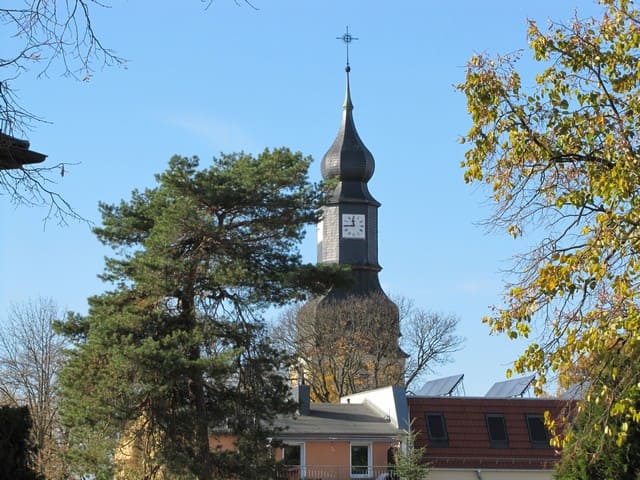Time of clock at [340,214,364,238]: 11:44
